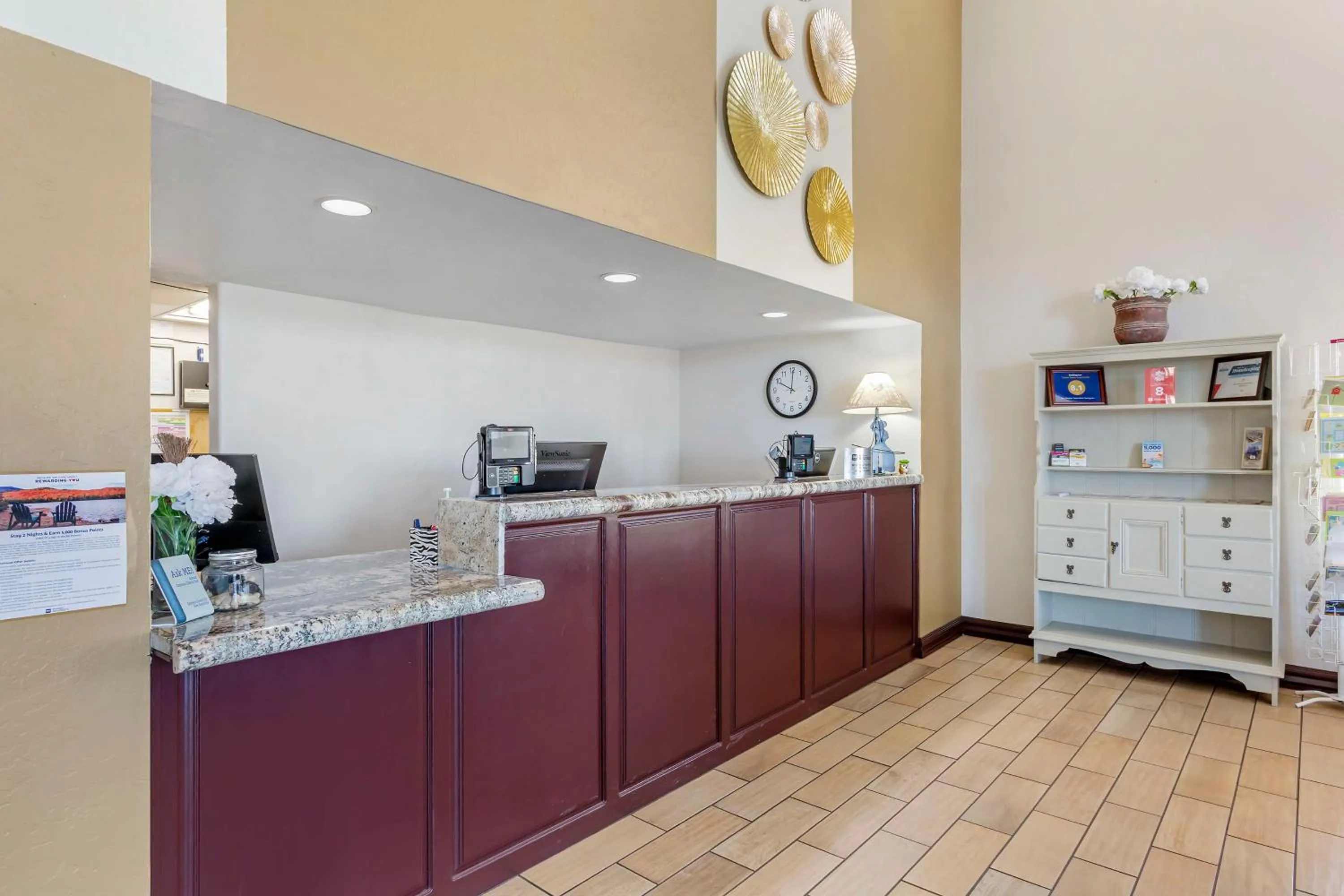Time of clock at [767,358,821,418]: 10:00
